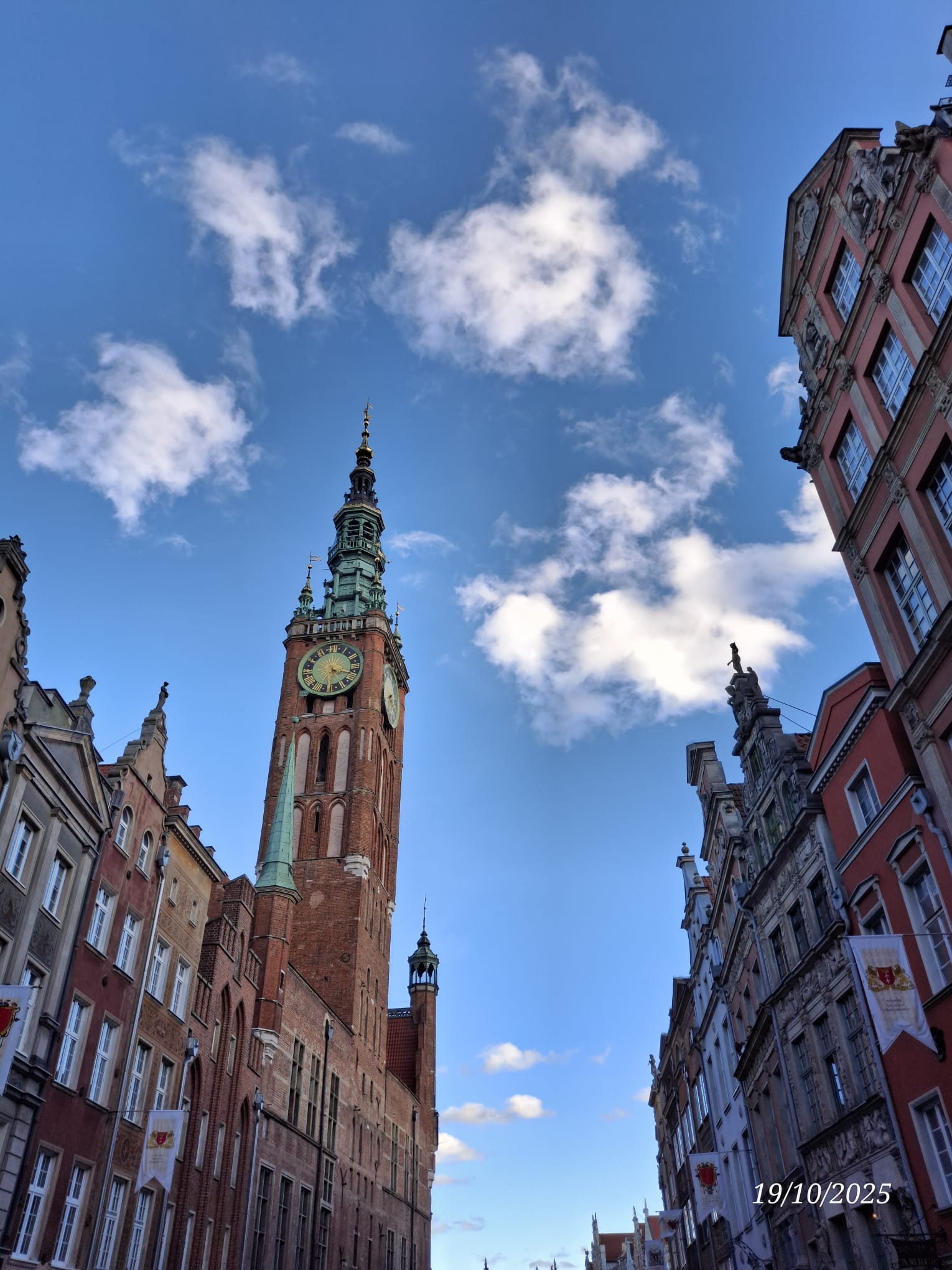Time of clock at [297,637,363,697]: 4:17
